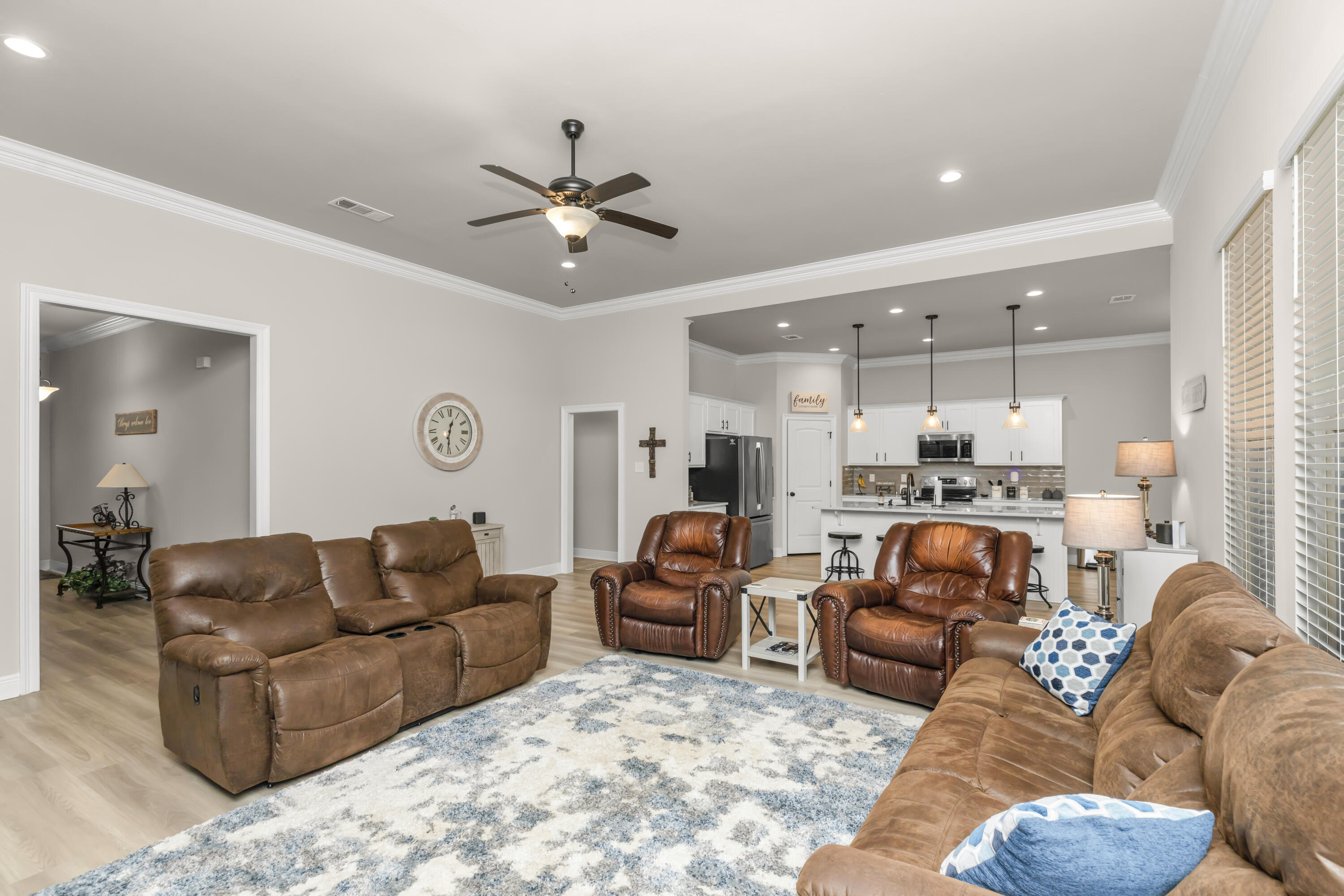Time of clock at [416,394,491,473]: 12:30
